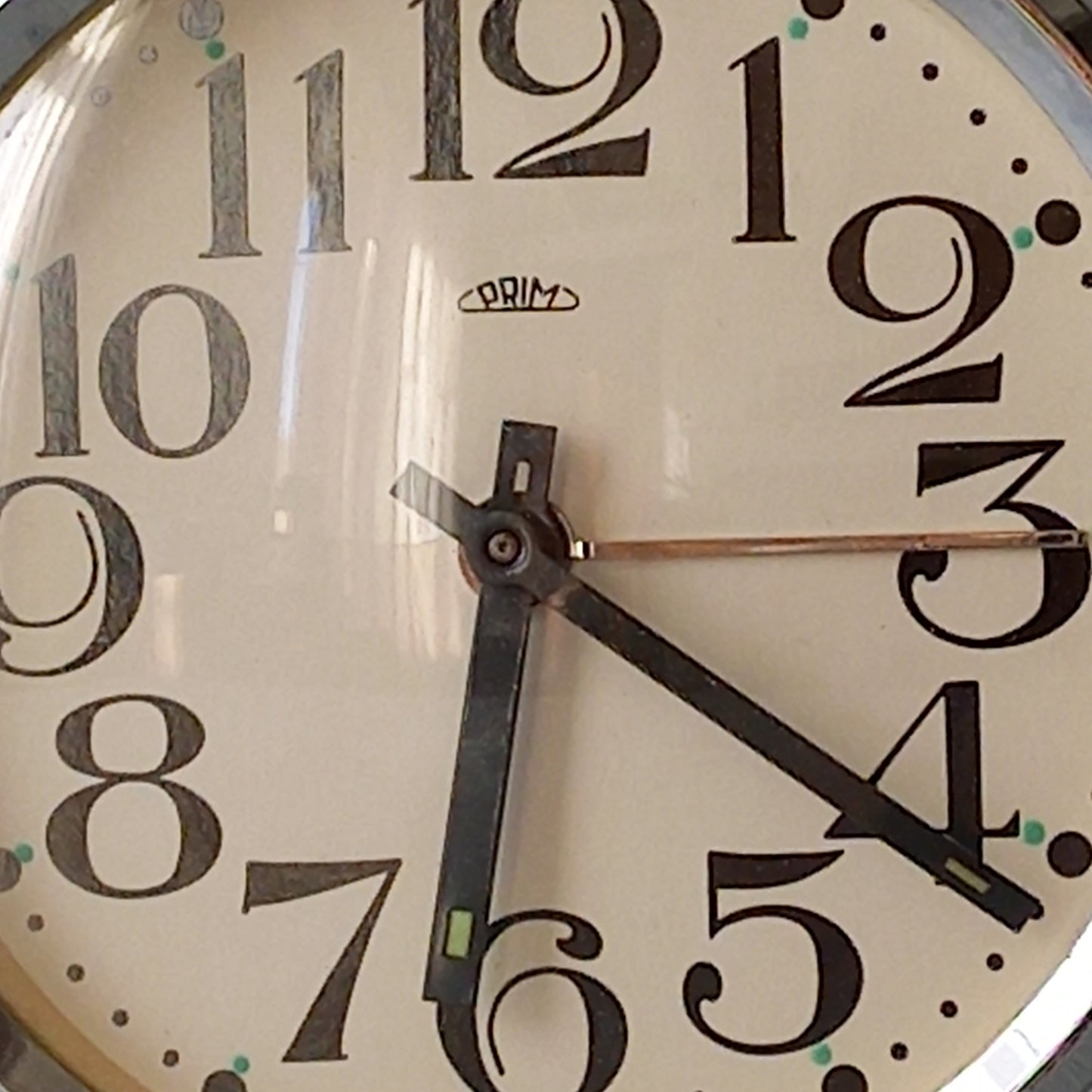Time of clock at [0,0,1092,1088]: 6:21
